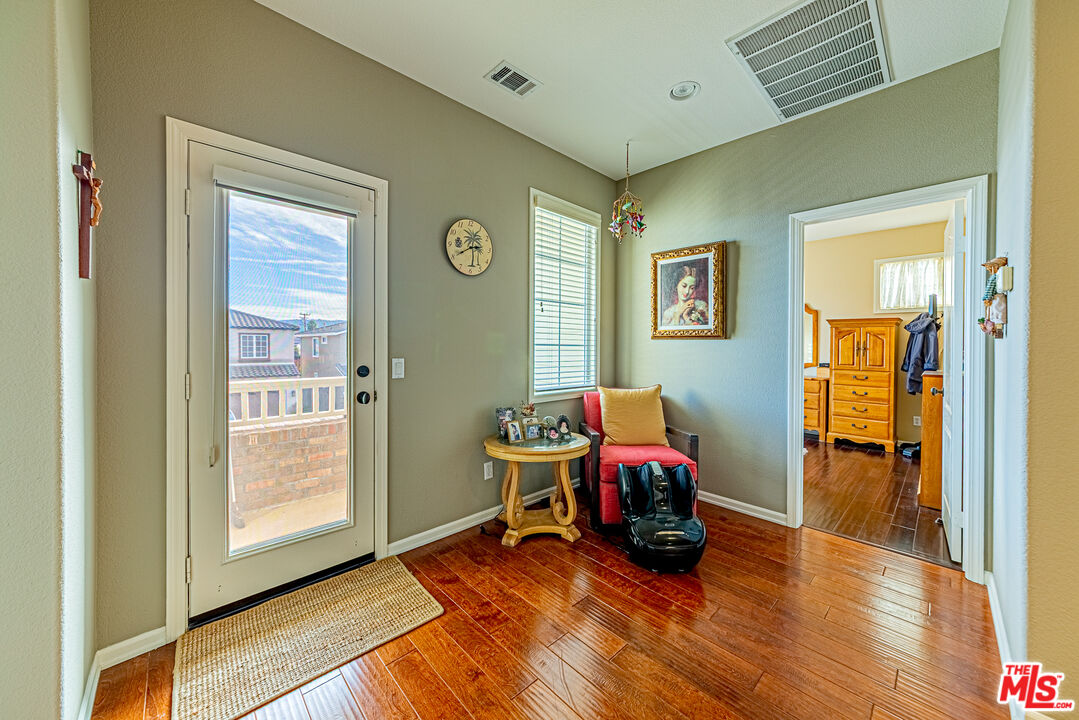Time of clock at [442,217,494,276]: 2:40
